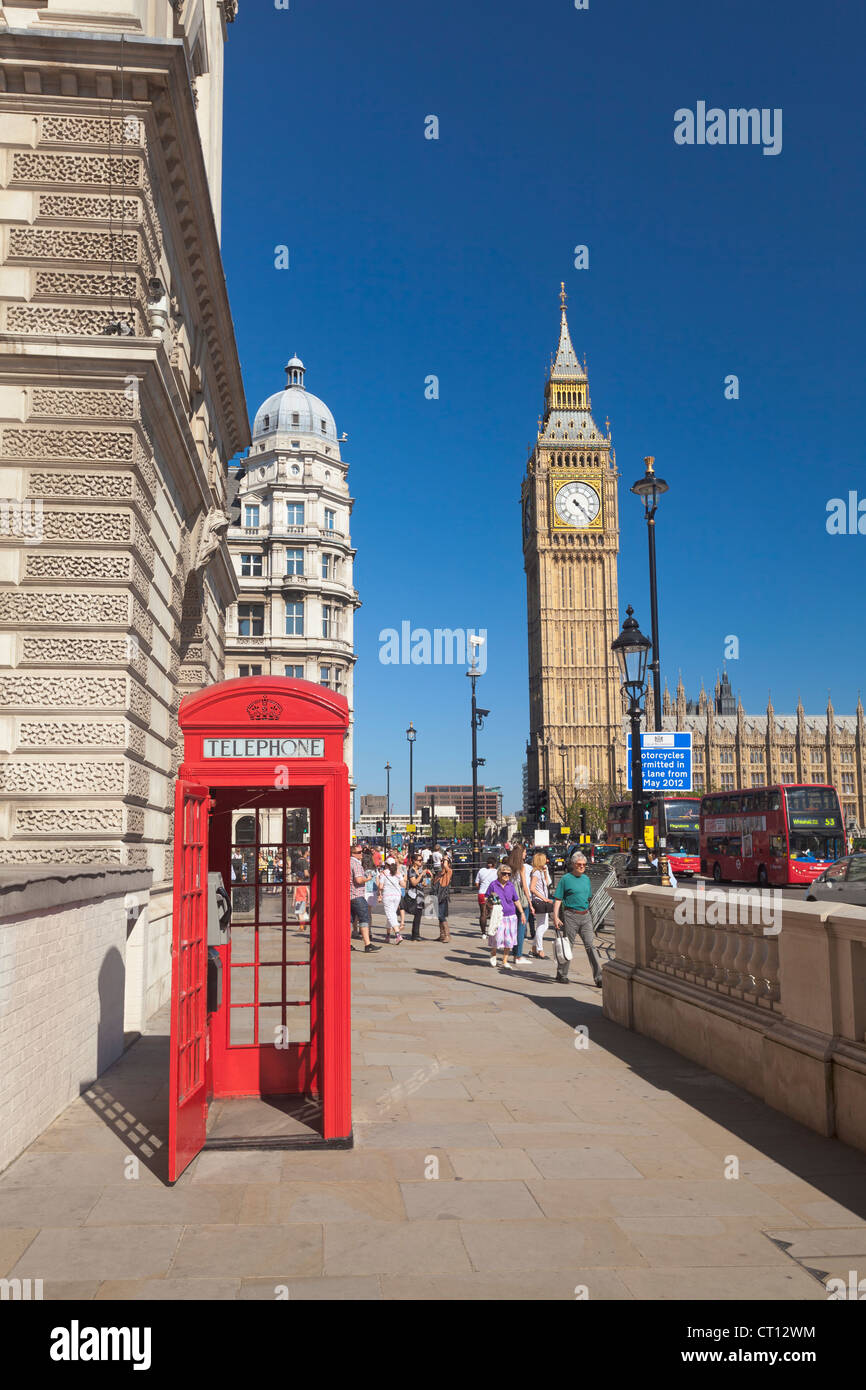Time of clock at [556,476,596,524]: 4:23
